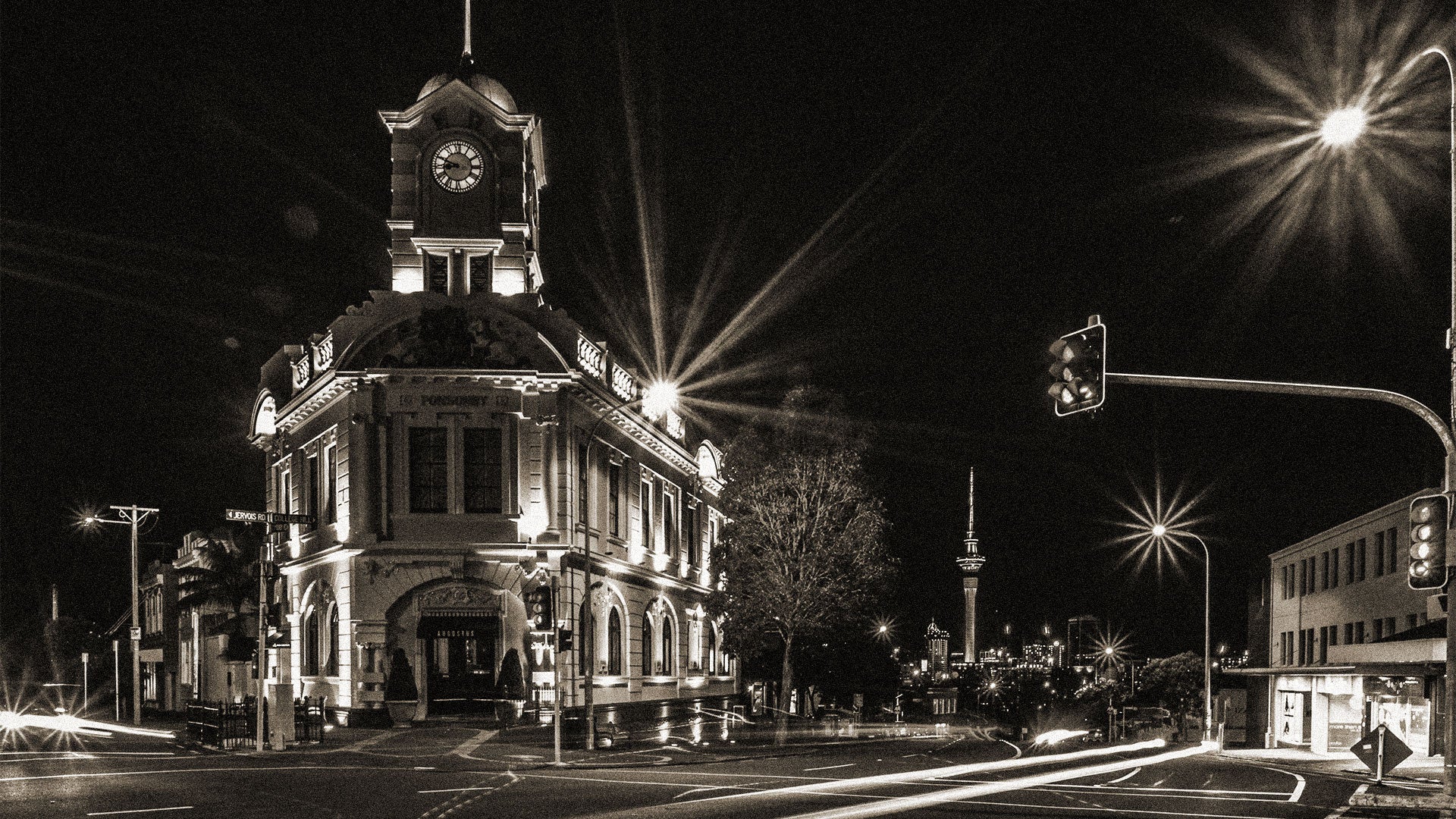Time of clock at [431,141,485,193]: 8:48
